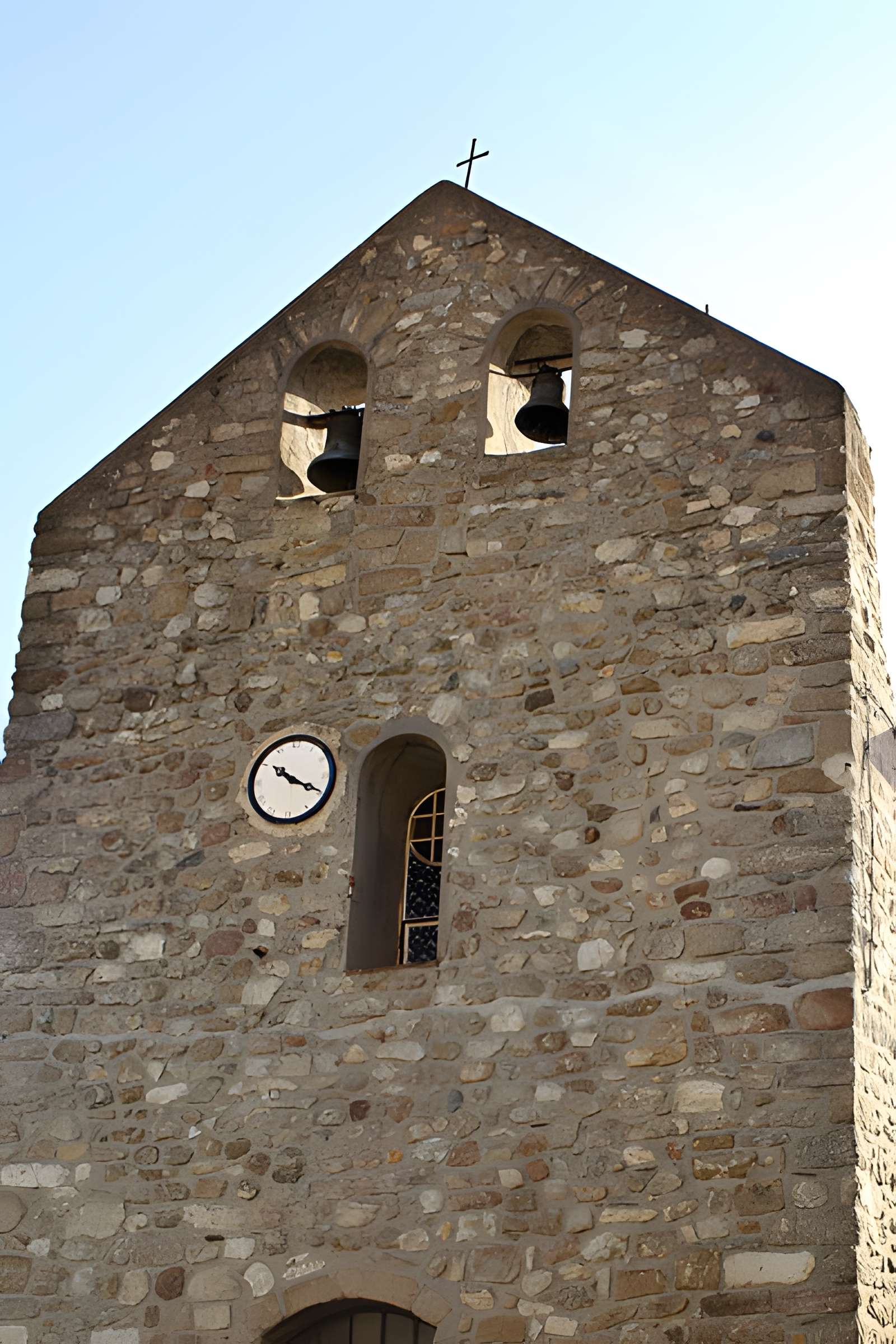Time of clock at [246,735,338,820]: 10:19
